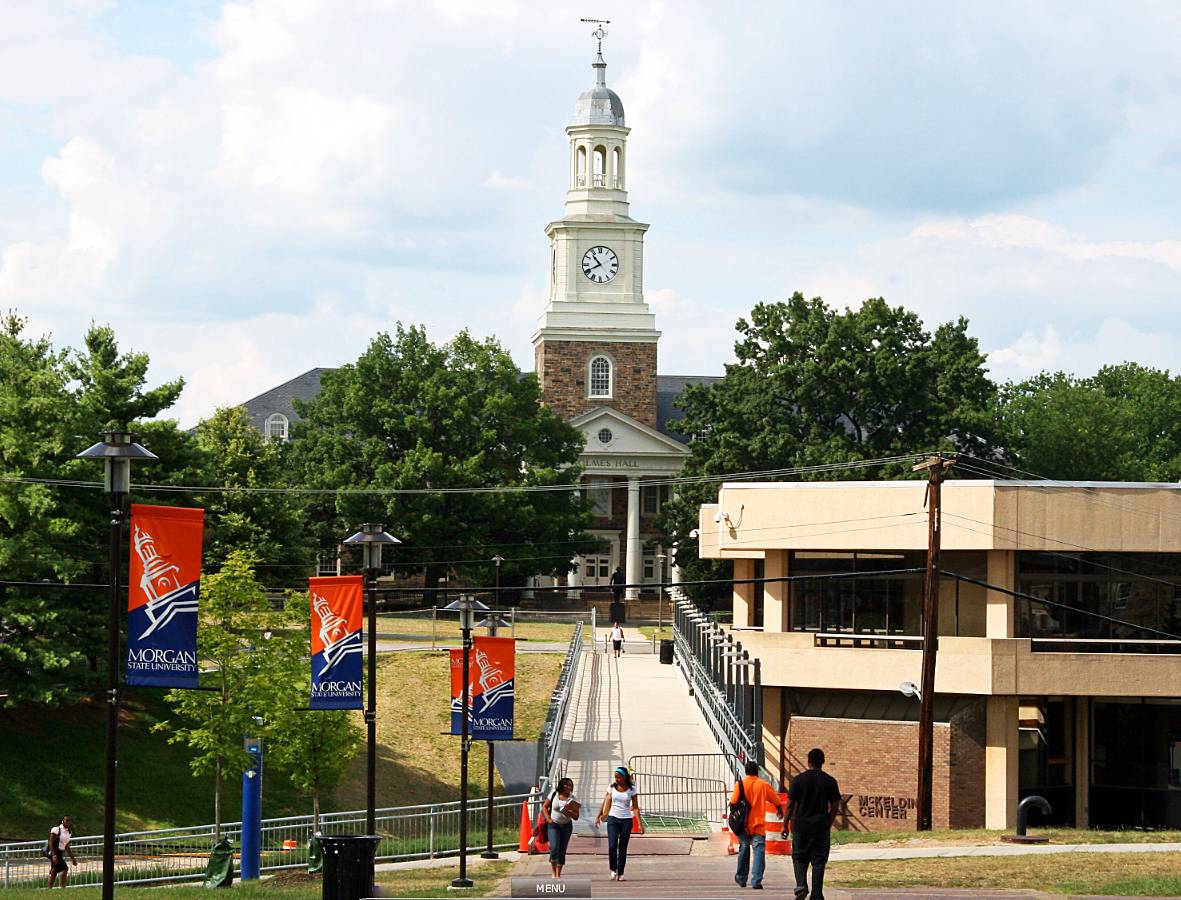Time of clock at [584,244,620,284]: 10:40
